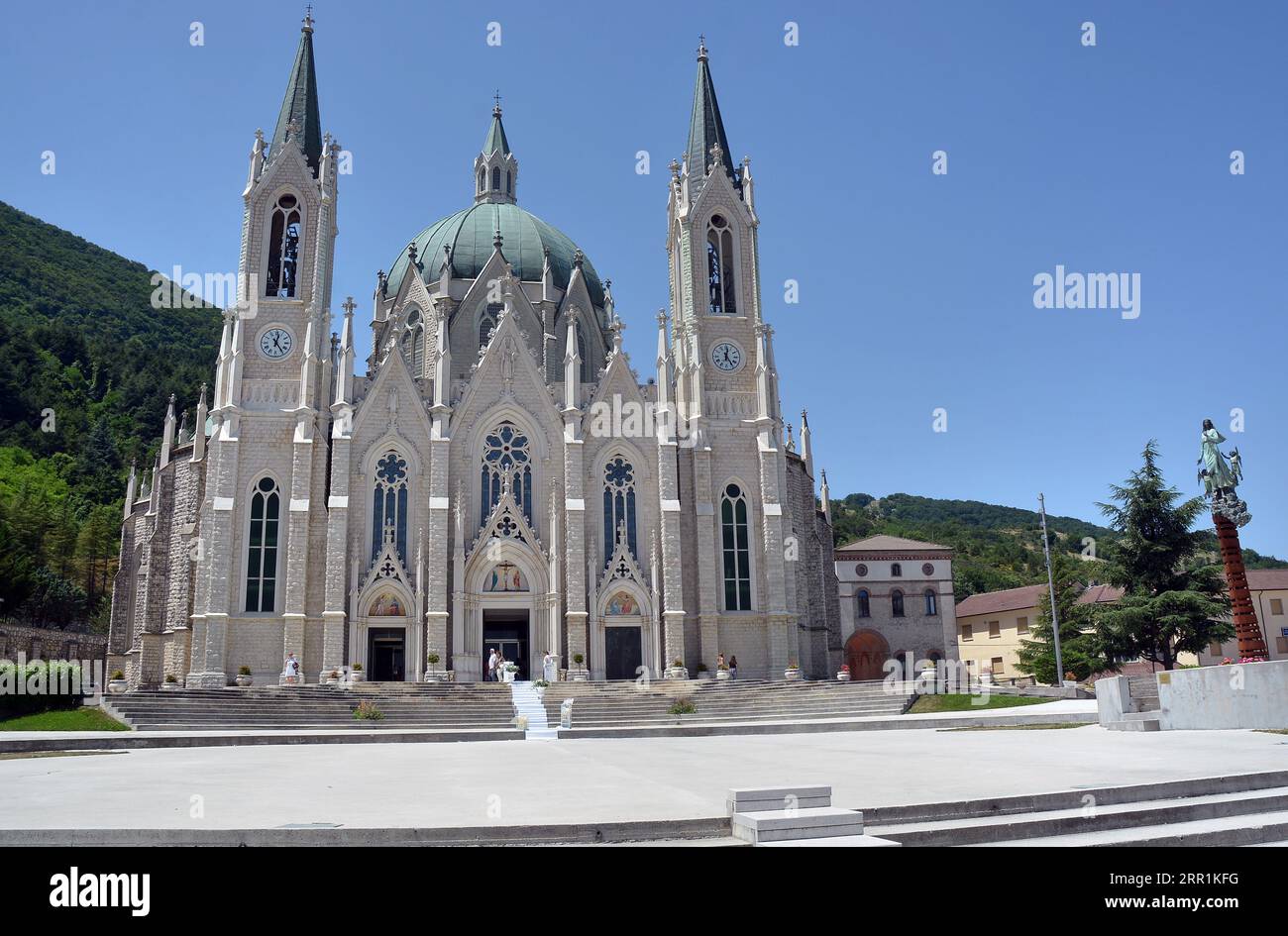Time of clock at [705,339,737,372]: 12:24
